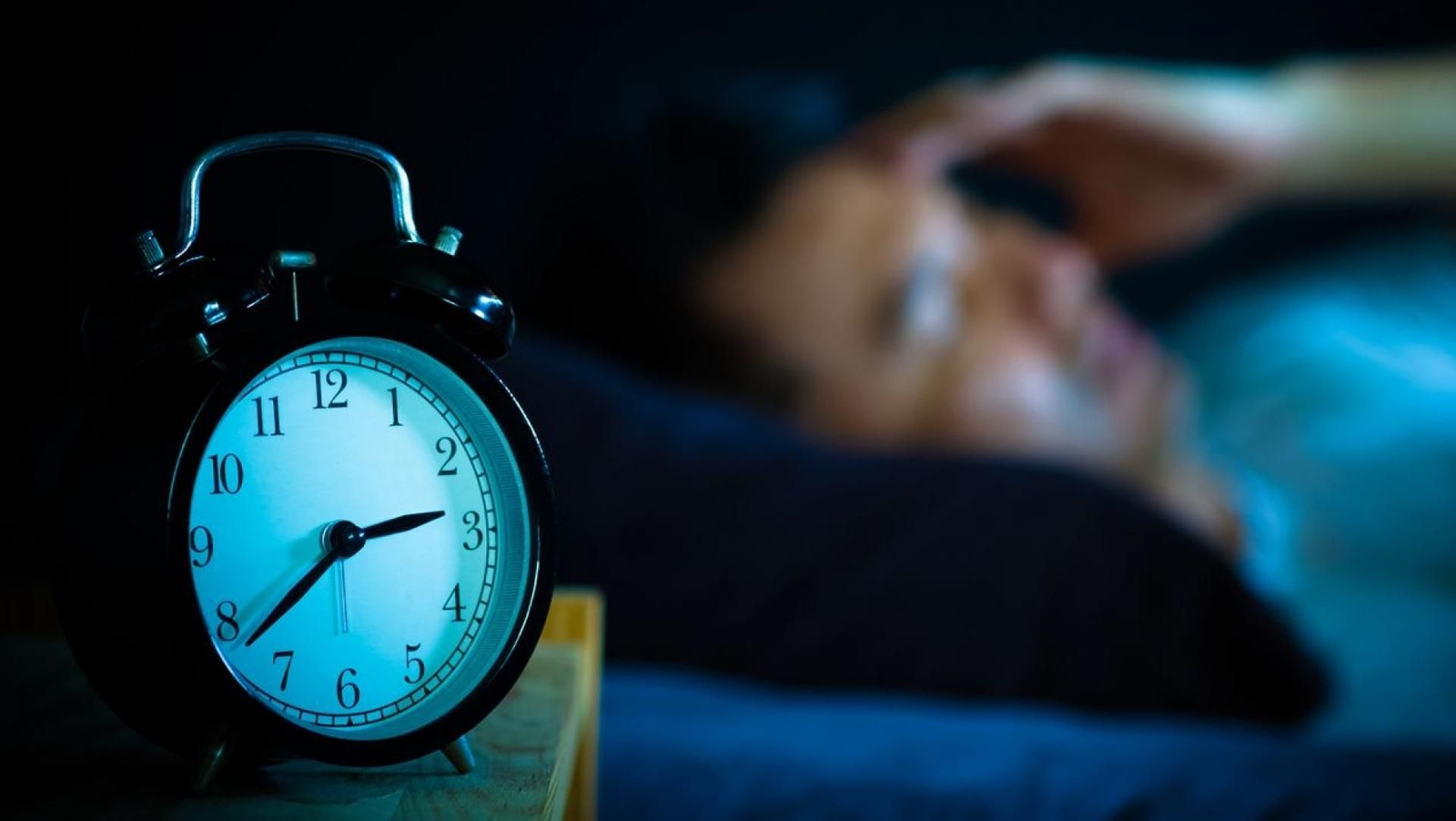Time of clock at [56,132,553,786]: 2:38
